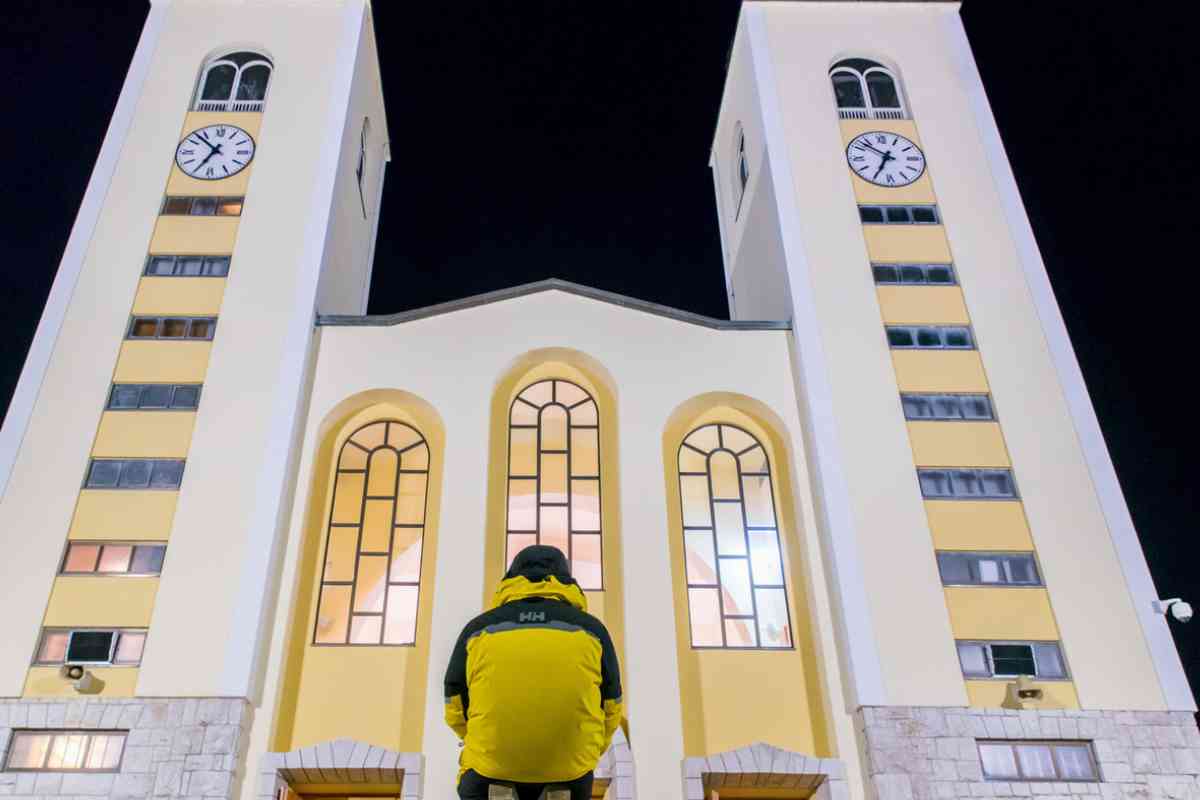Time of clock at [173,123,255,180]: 6:52
